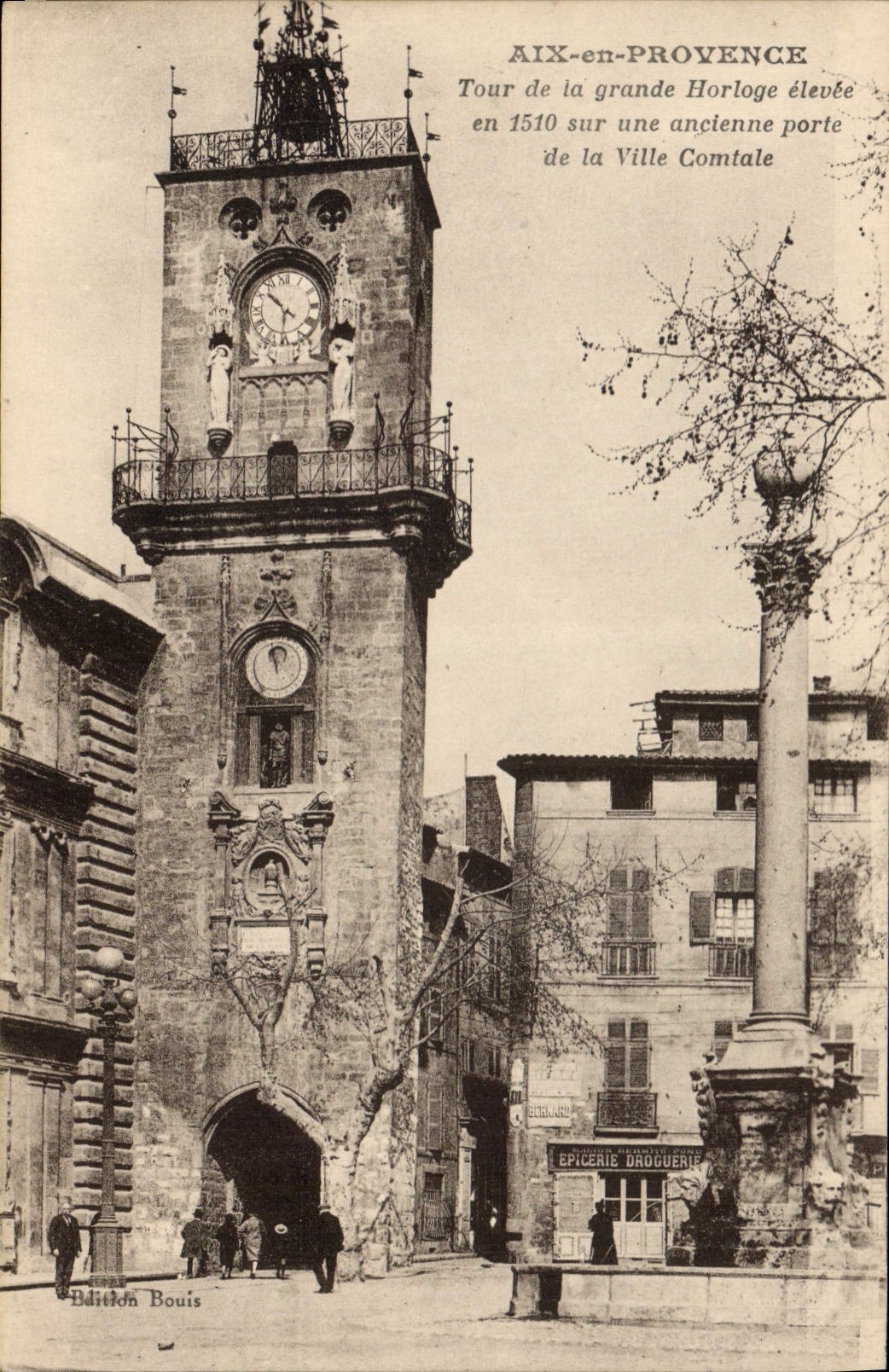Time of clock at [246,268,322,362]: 10:30
